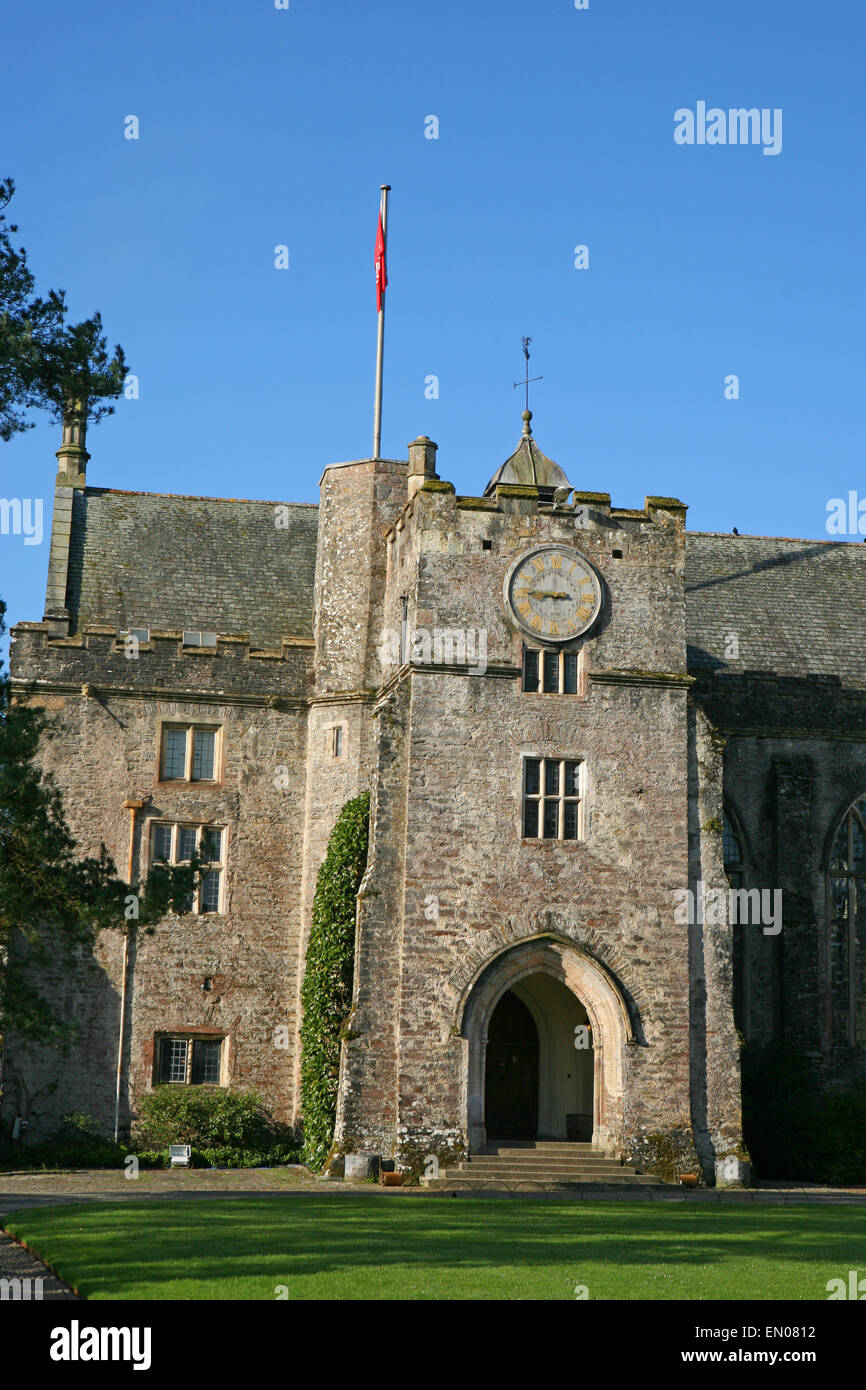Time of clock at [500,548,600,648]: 8:45
